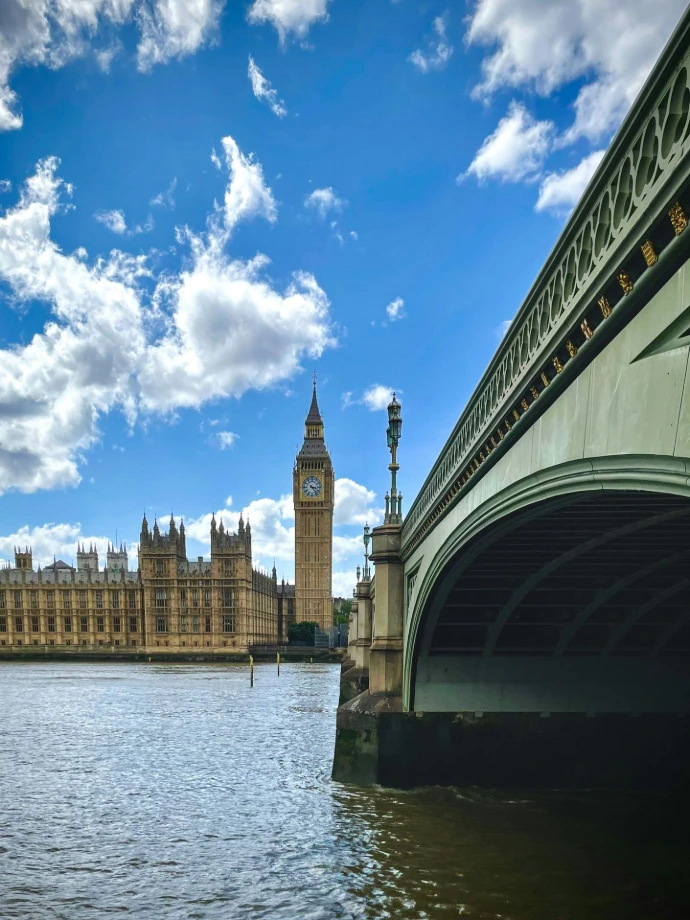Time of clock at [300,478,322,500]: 3:23
